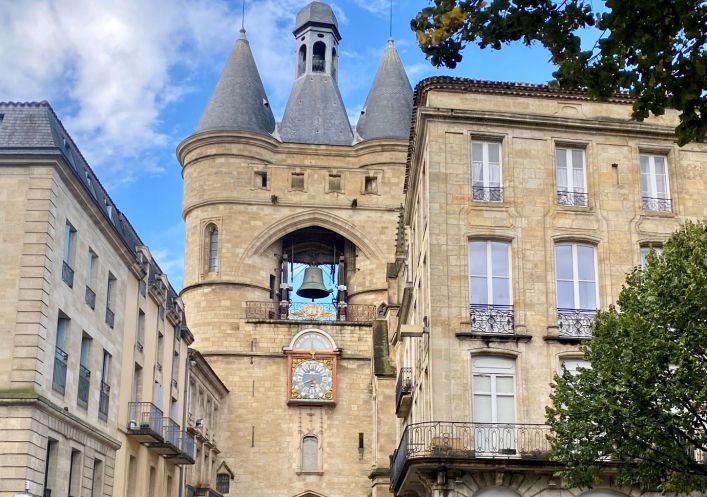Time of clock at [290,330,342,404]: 8:12
